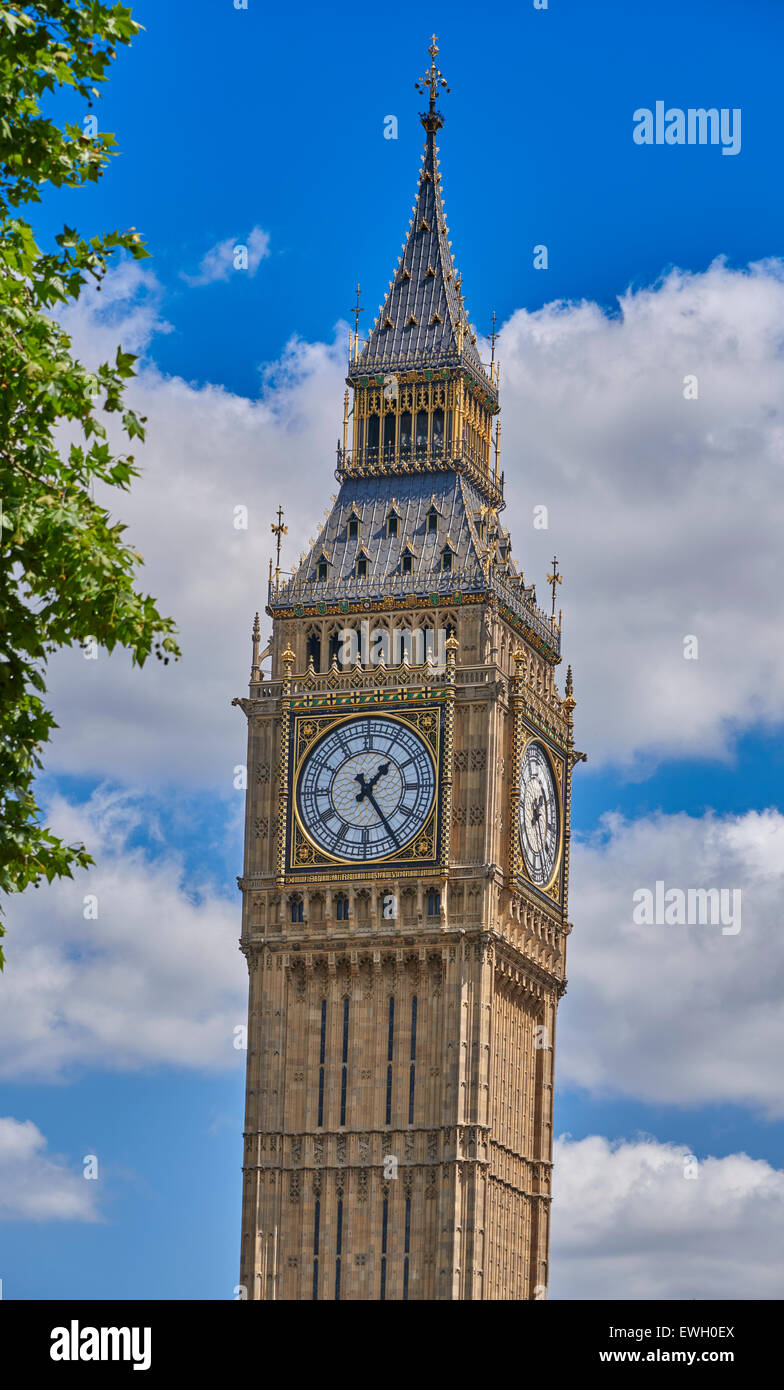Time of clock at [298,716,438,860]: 1:24
